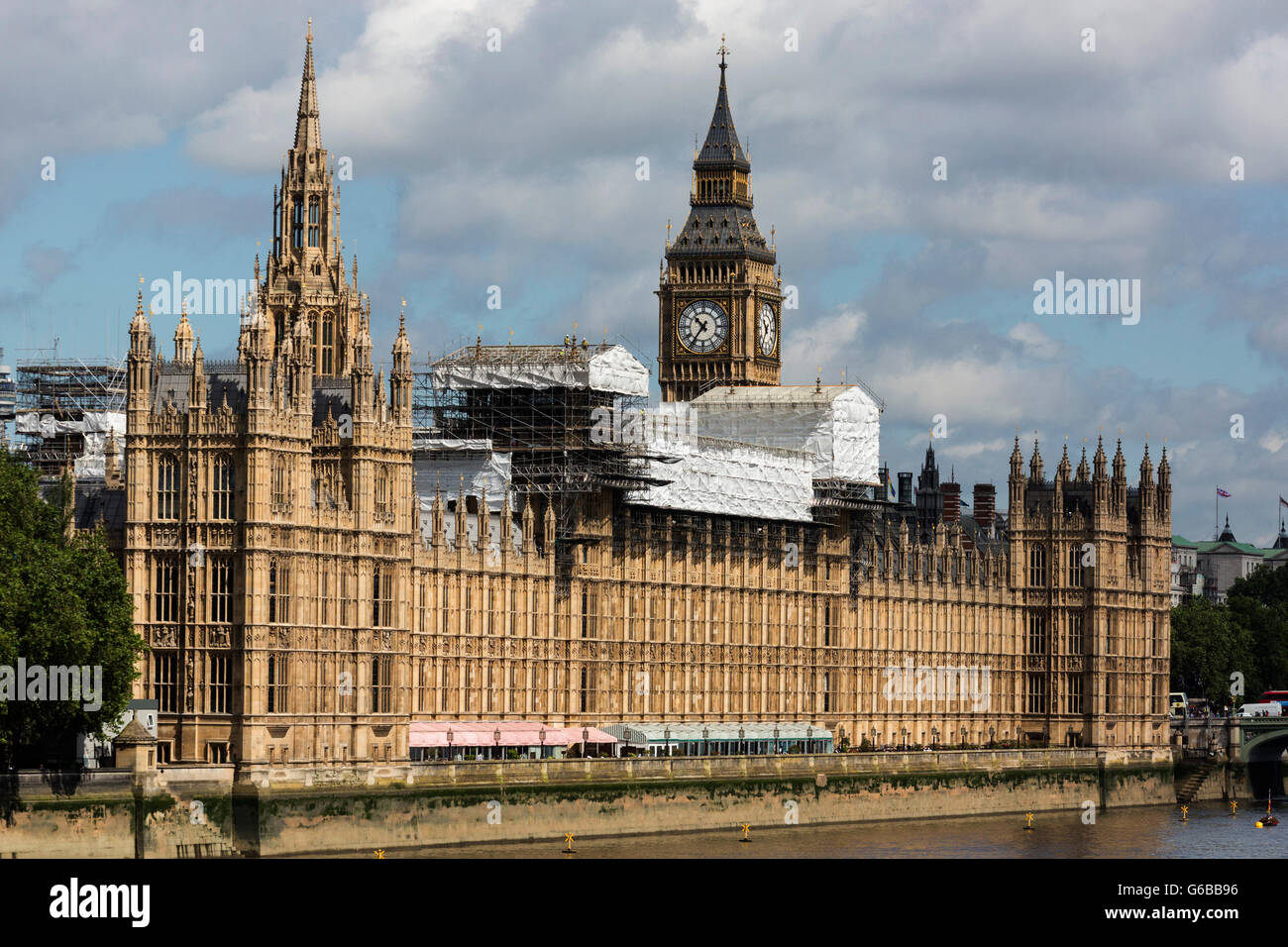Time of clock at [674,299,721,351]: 10:36
